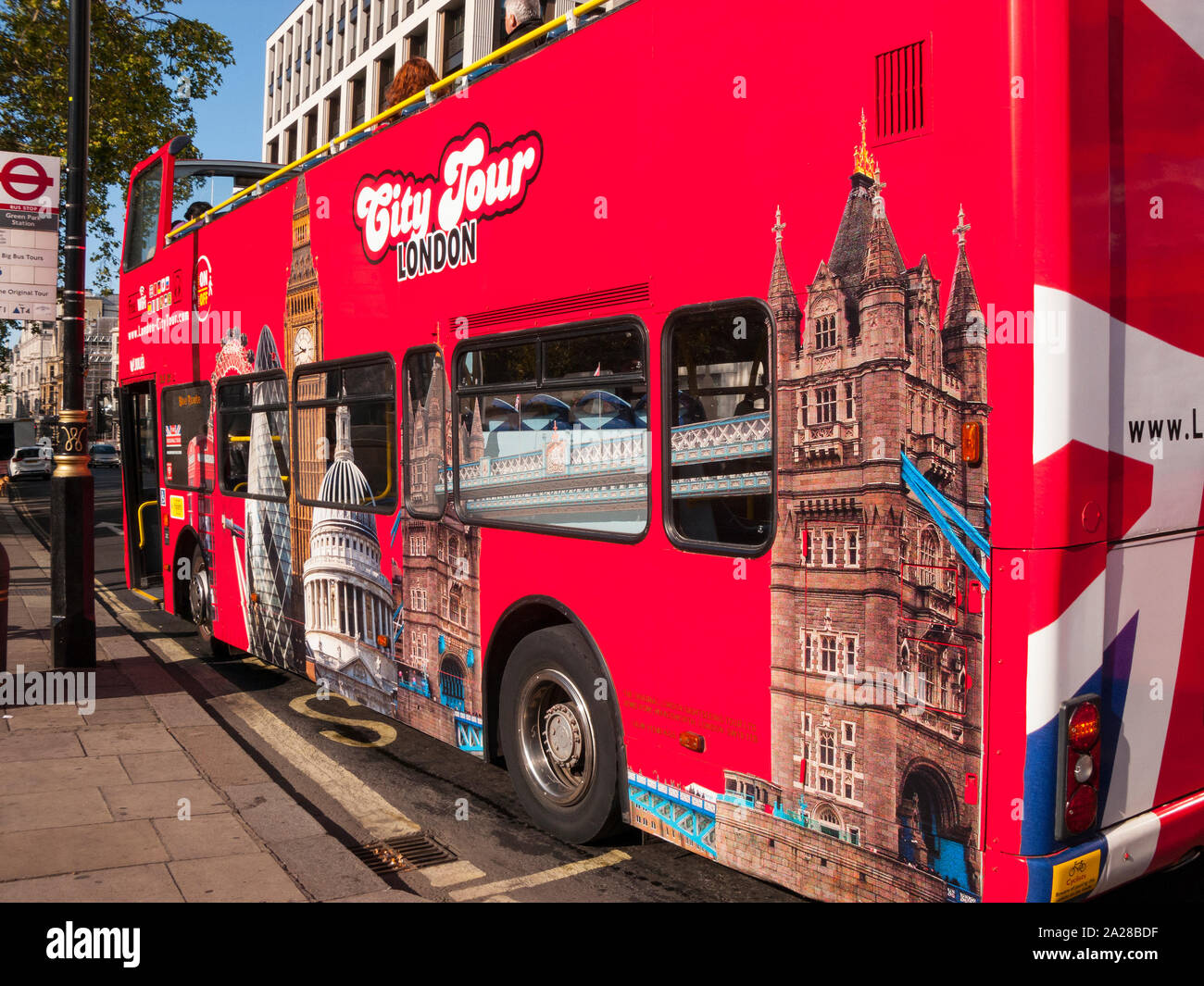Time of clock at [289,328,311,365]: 9:43
